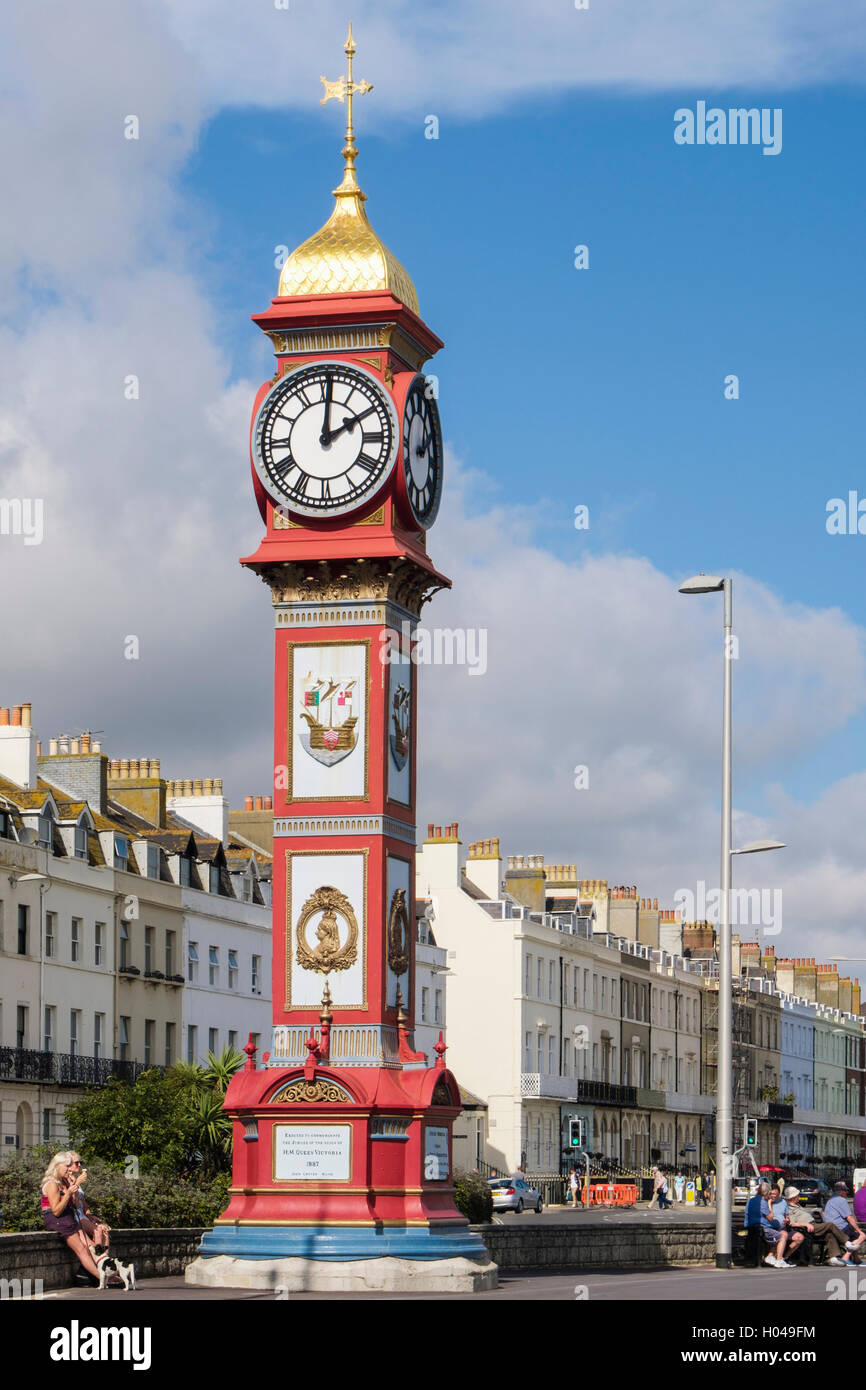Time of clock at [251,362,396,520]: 2:00
